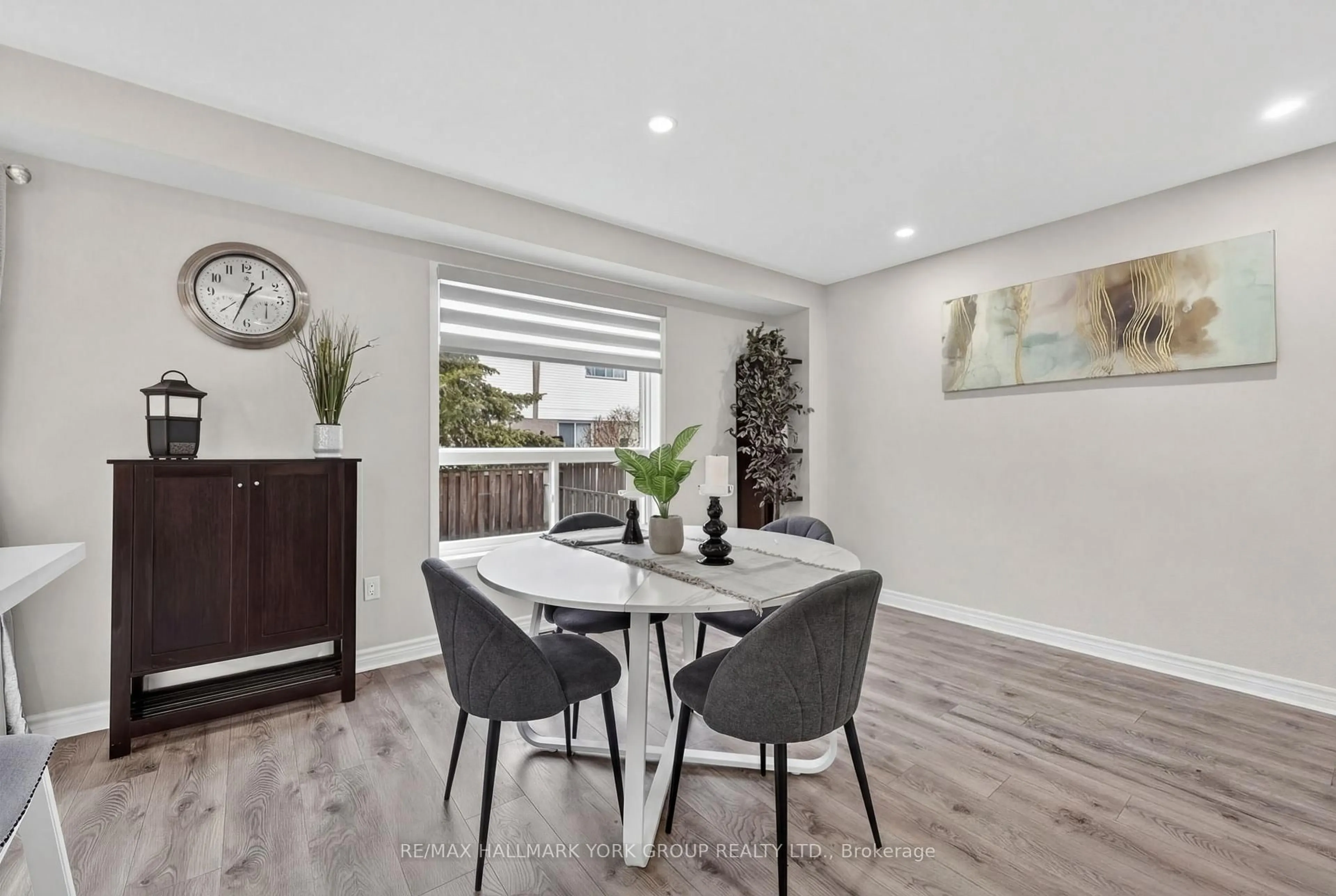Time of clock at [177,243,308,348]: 1:33
